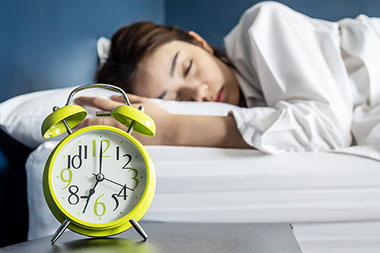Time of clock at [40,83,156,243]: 7:00
